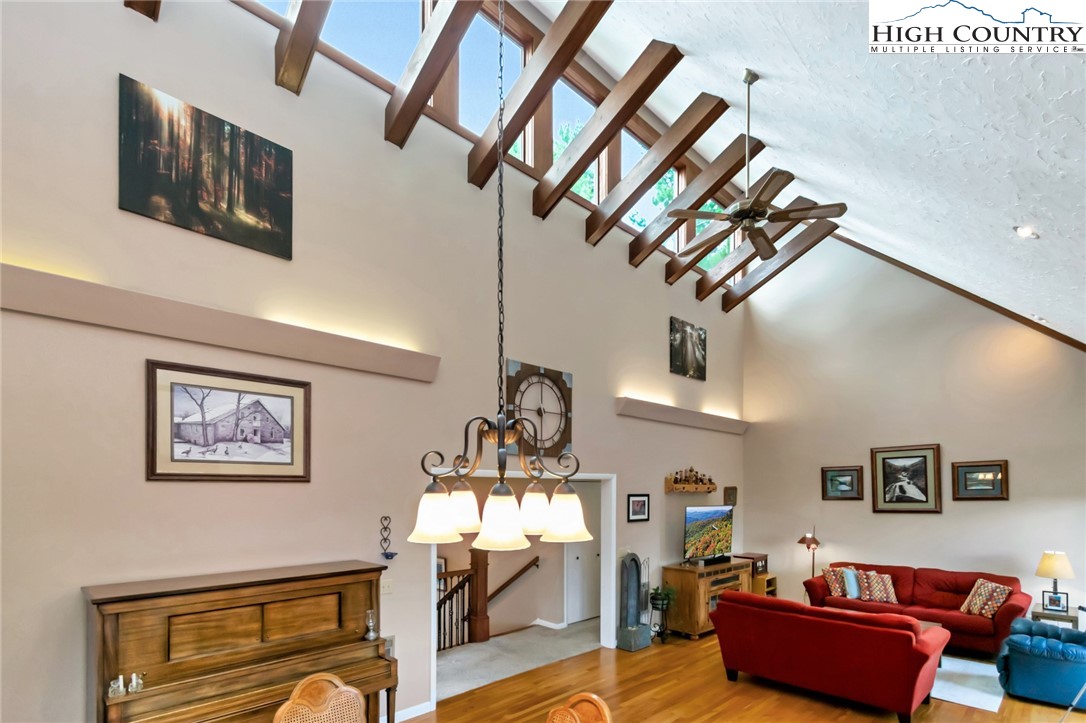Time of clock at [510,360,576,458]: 5:59
